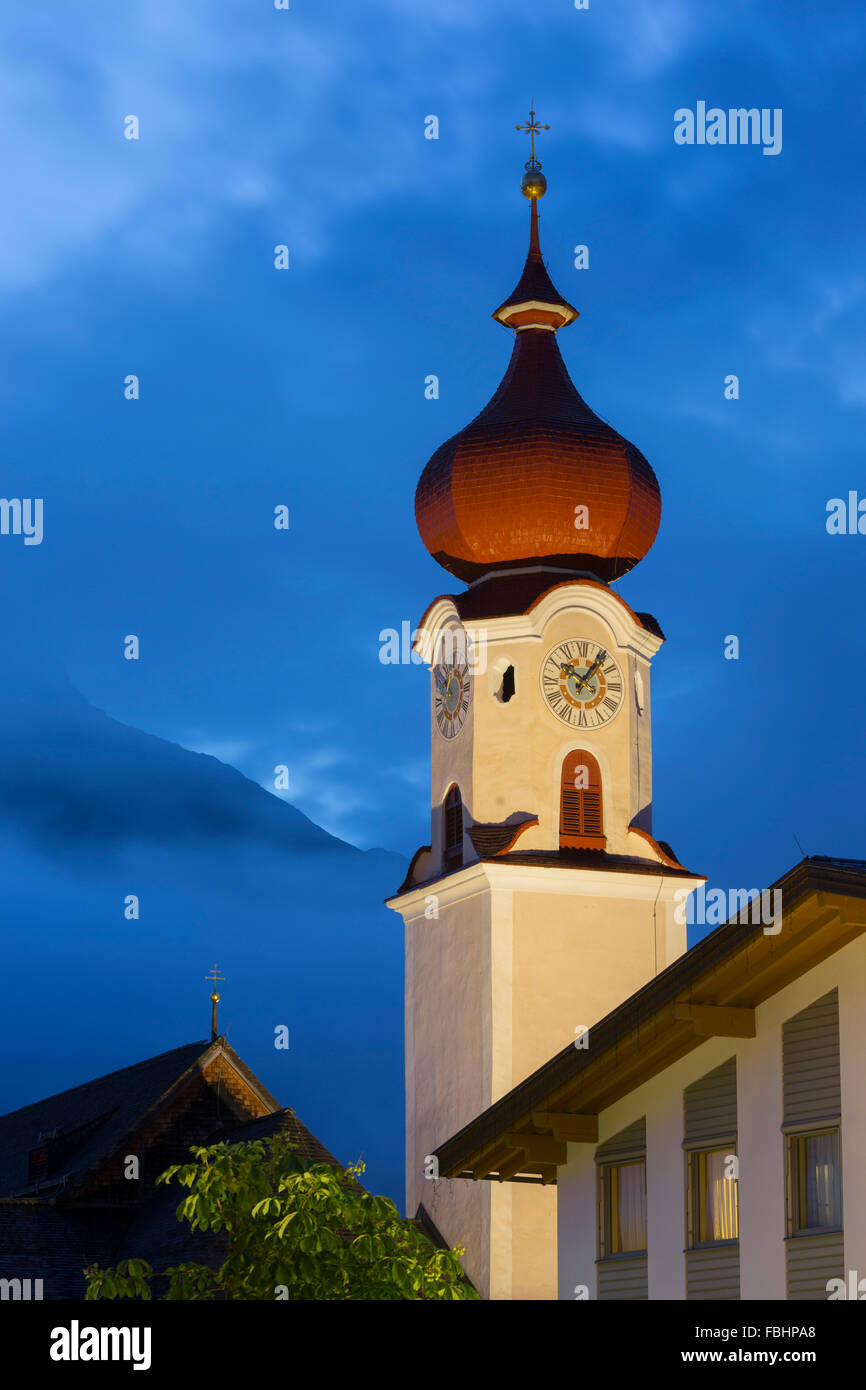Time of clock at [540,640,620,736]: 10:06
